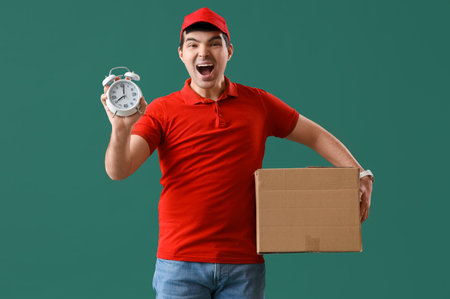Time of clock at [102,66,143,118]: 8:01
